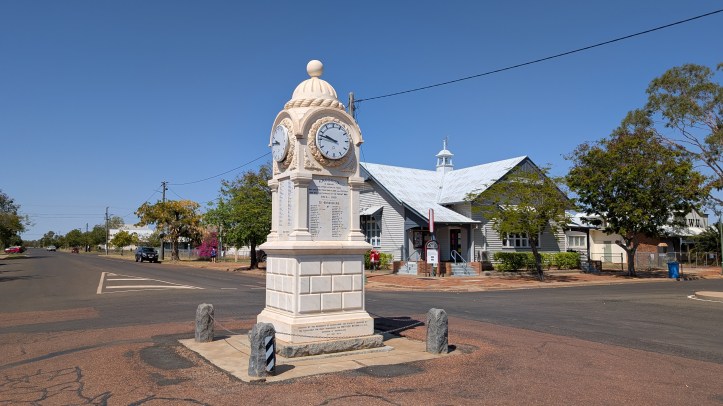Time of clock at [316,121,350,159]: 9:47
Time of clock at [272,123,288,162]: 9:45
